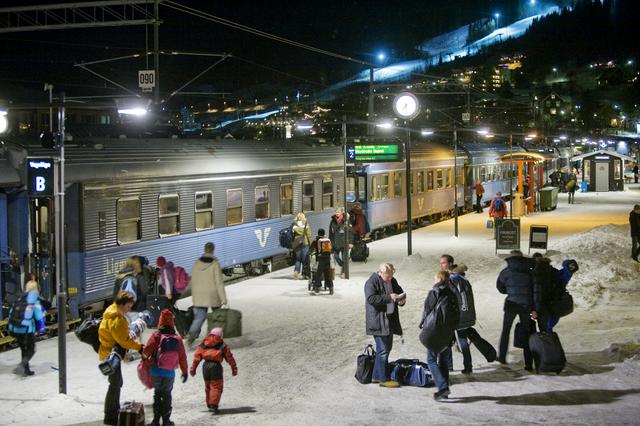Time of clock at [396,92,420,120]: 7:28
